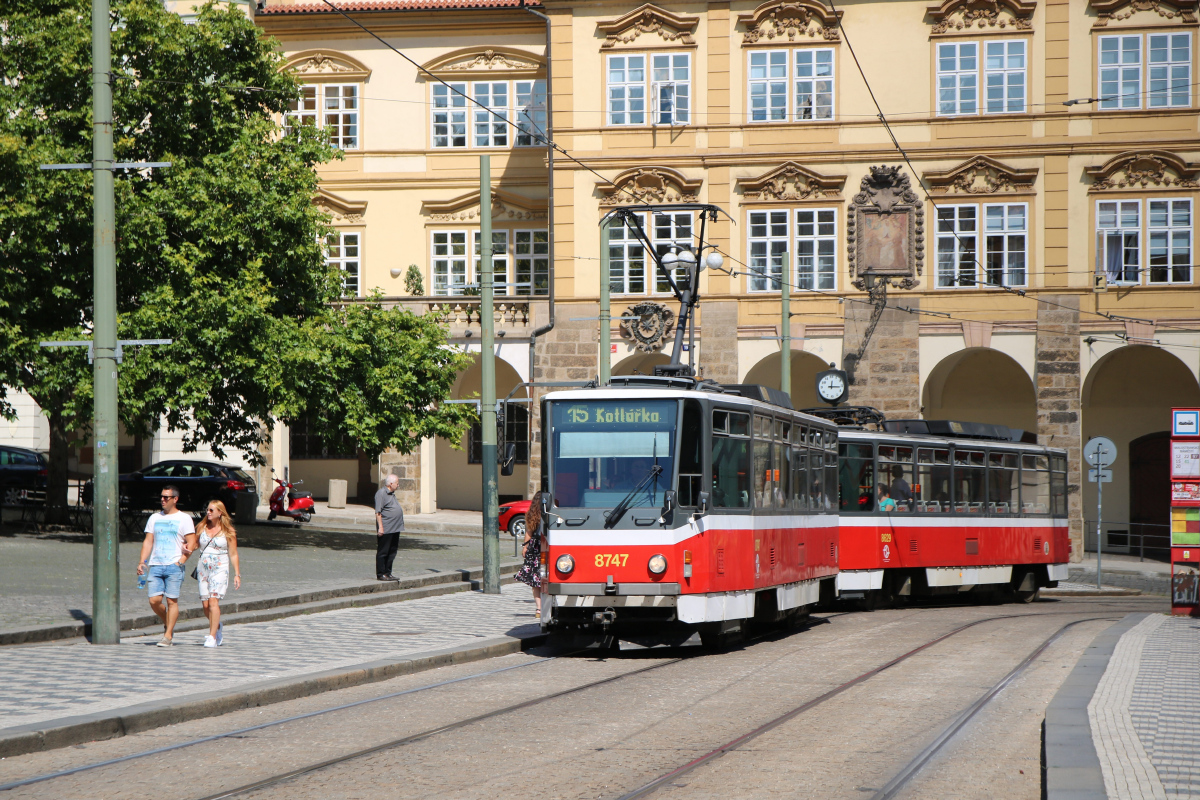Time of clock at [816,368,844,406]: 12:16
